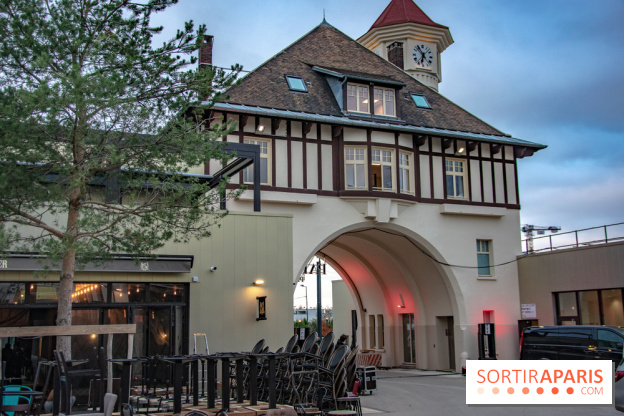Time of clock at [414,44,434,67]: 6:54
